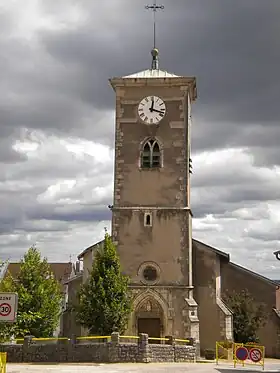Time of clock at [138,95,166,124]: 12:17
